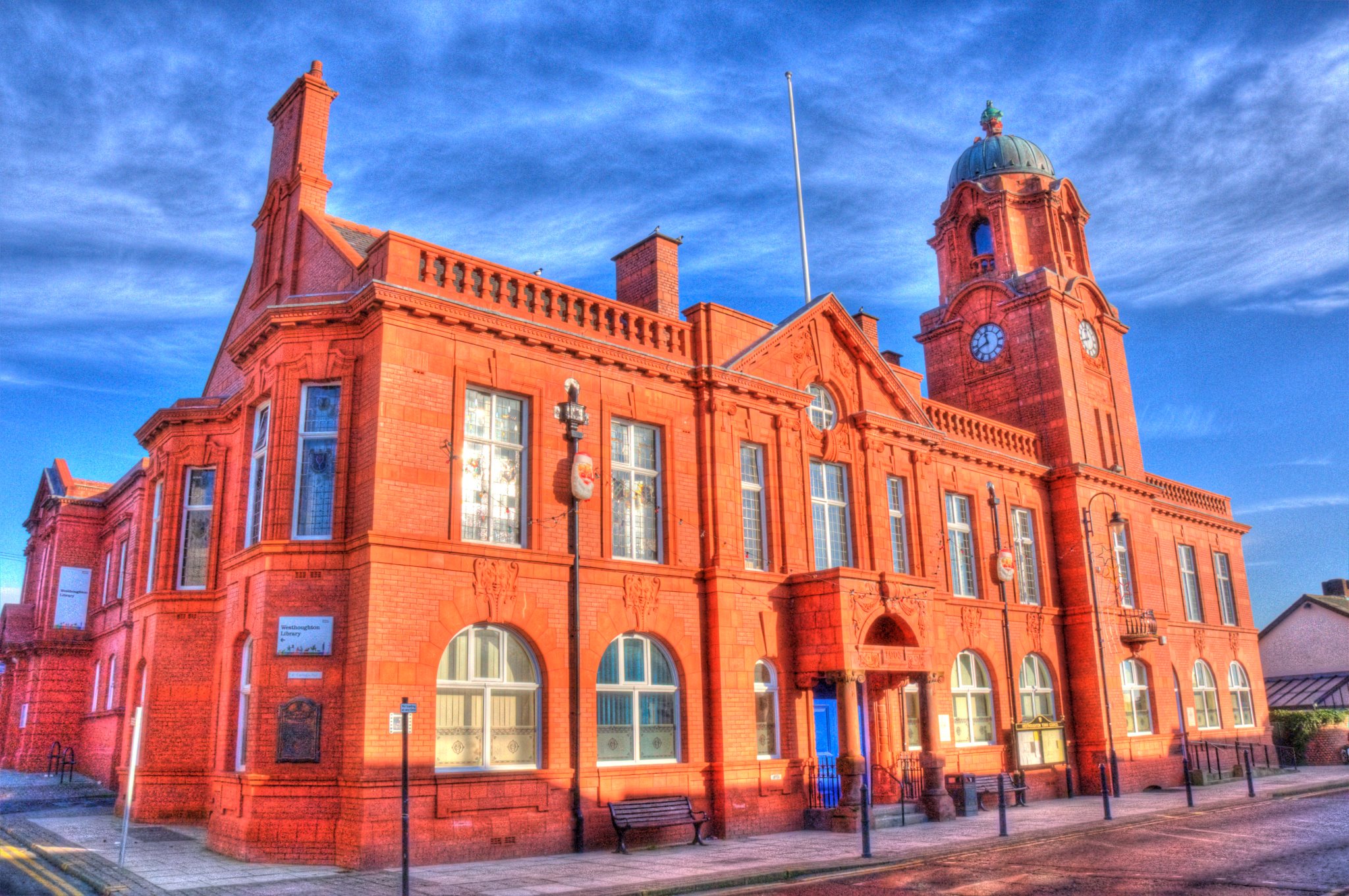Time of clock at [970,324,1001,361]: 11:41
